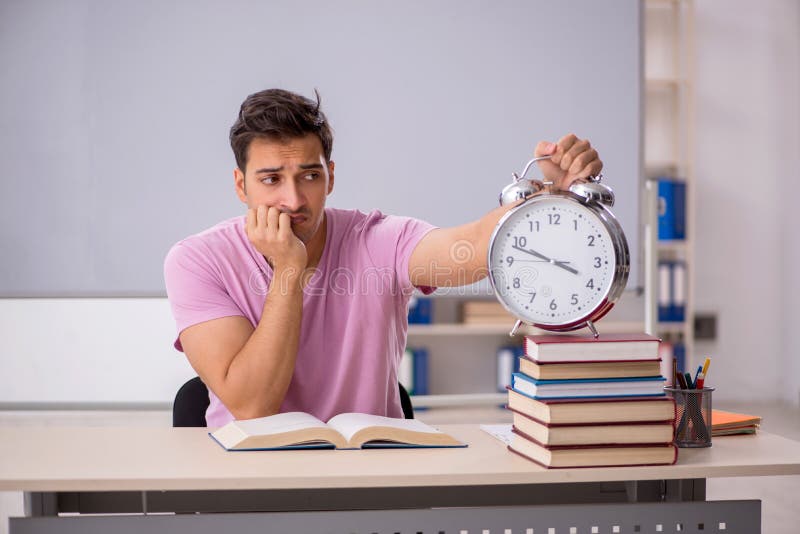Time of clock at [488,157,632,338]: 3:48
